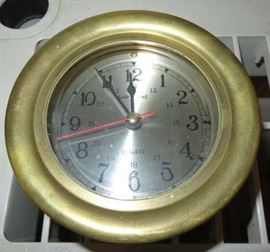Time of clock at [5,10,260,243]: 11:54
